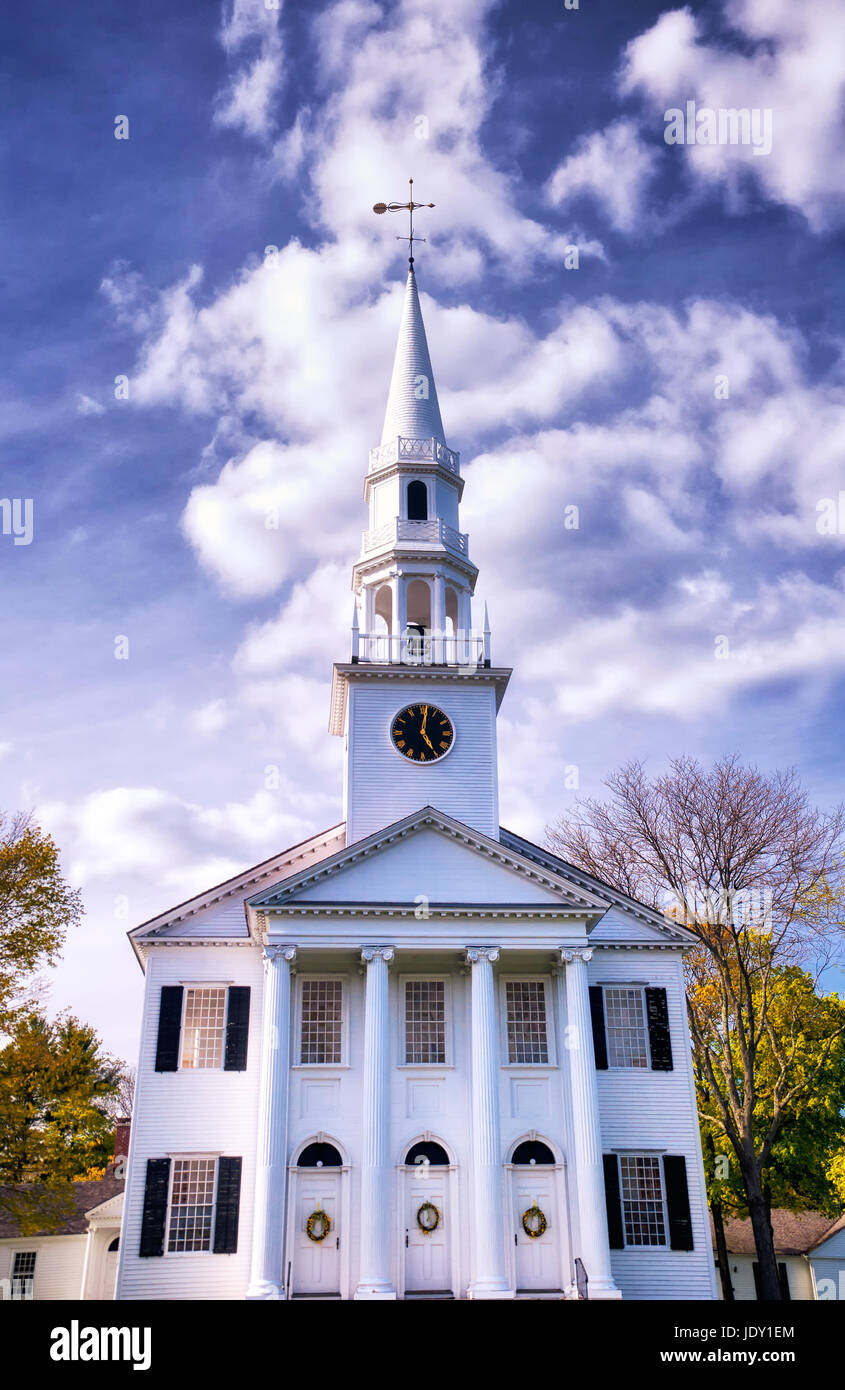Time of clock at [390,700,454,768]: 5:01
